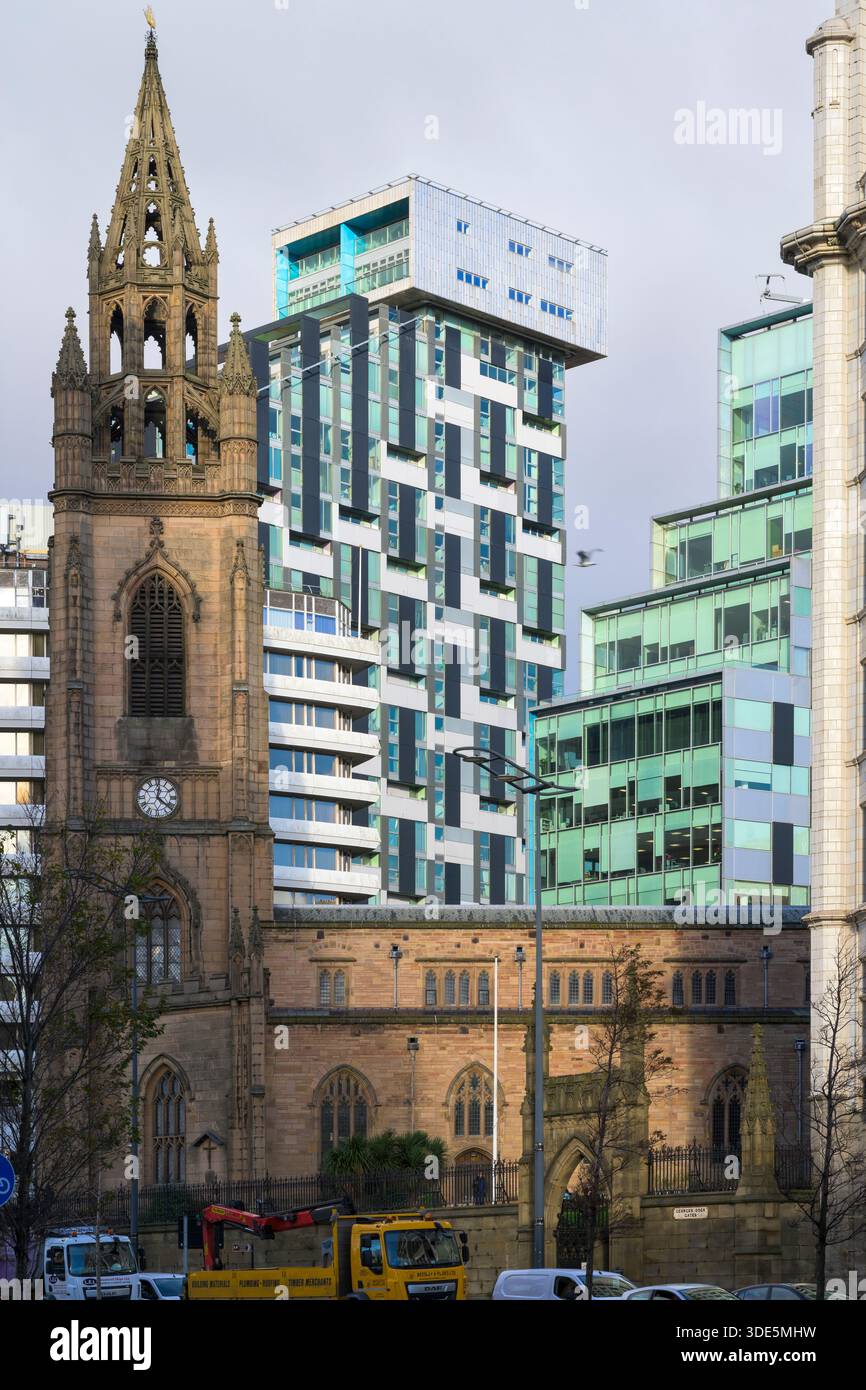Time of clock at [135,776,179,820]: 12:21
